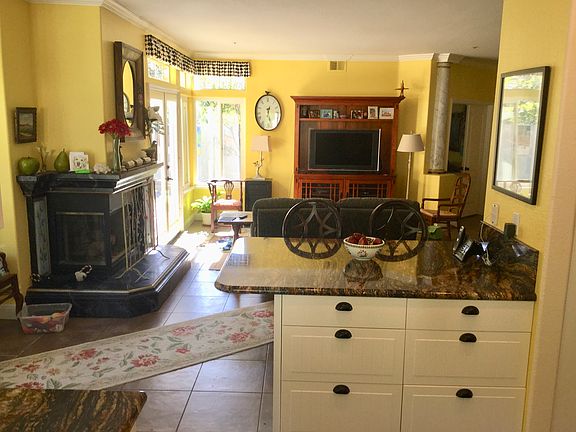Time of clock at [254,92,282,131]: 12:27
